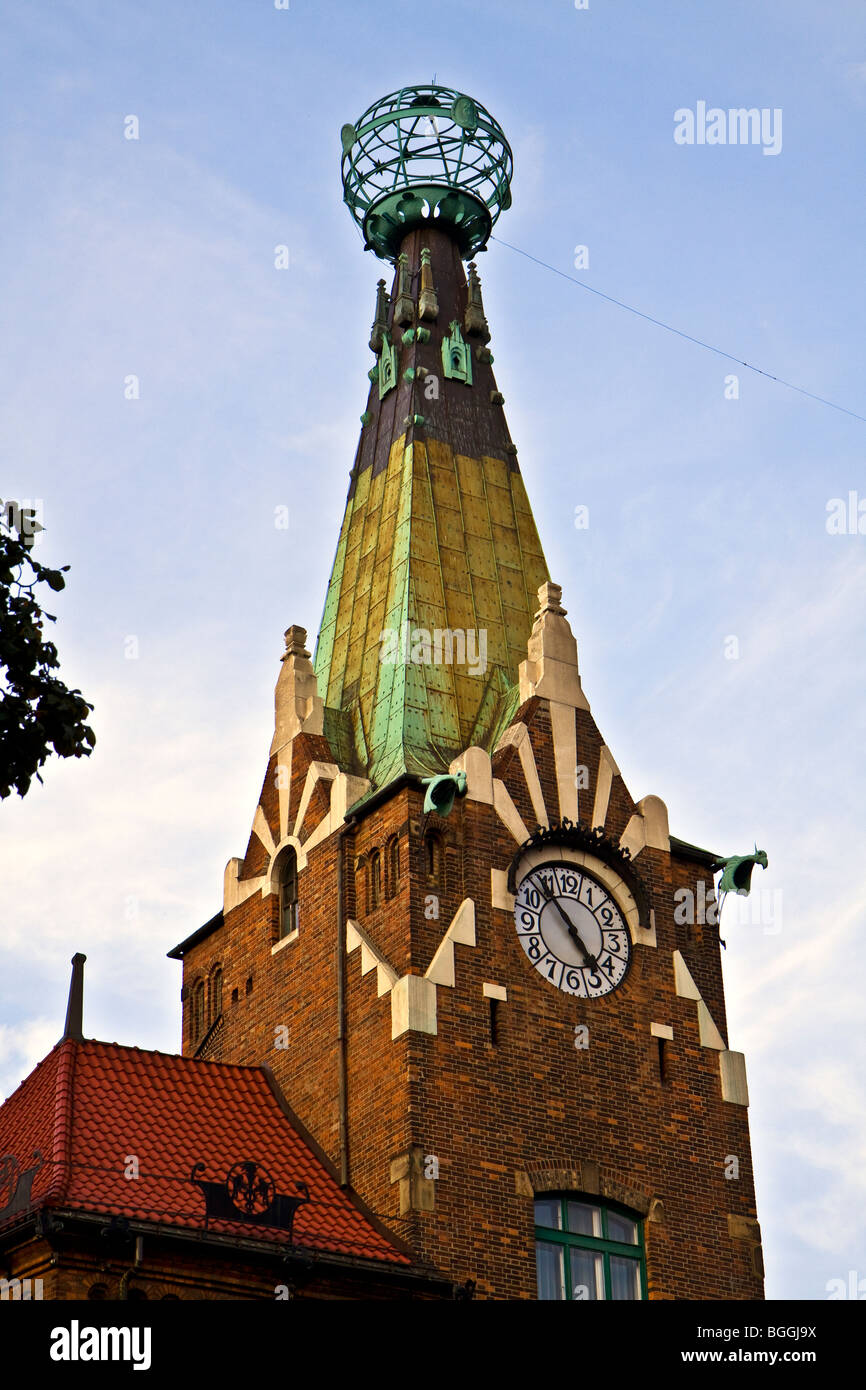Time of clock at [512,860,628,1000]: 4:53
